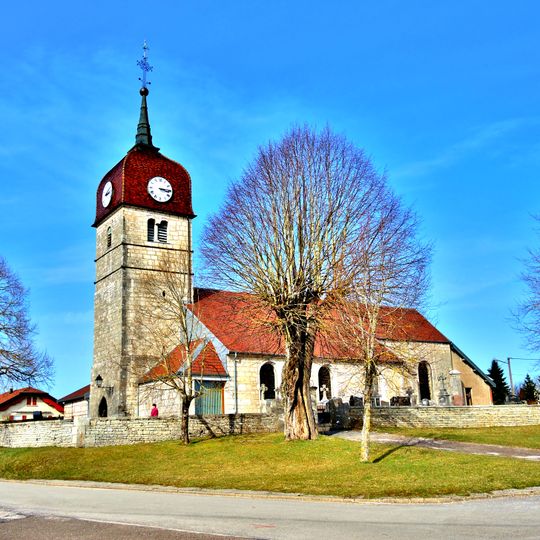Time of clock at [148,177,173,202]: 3:14
